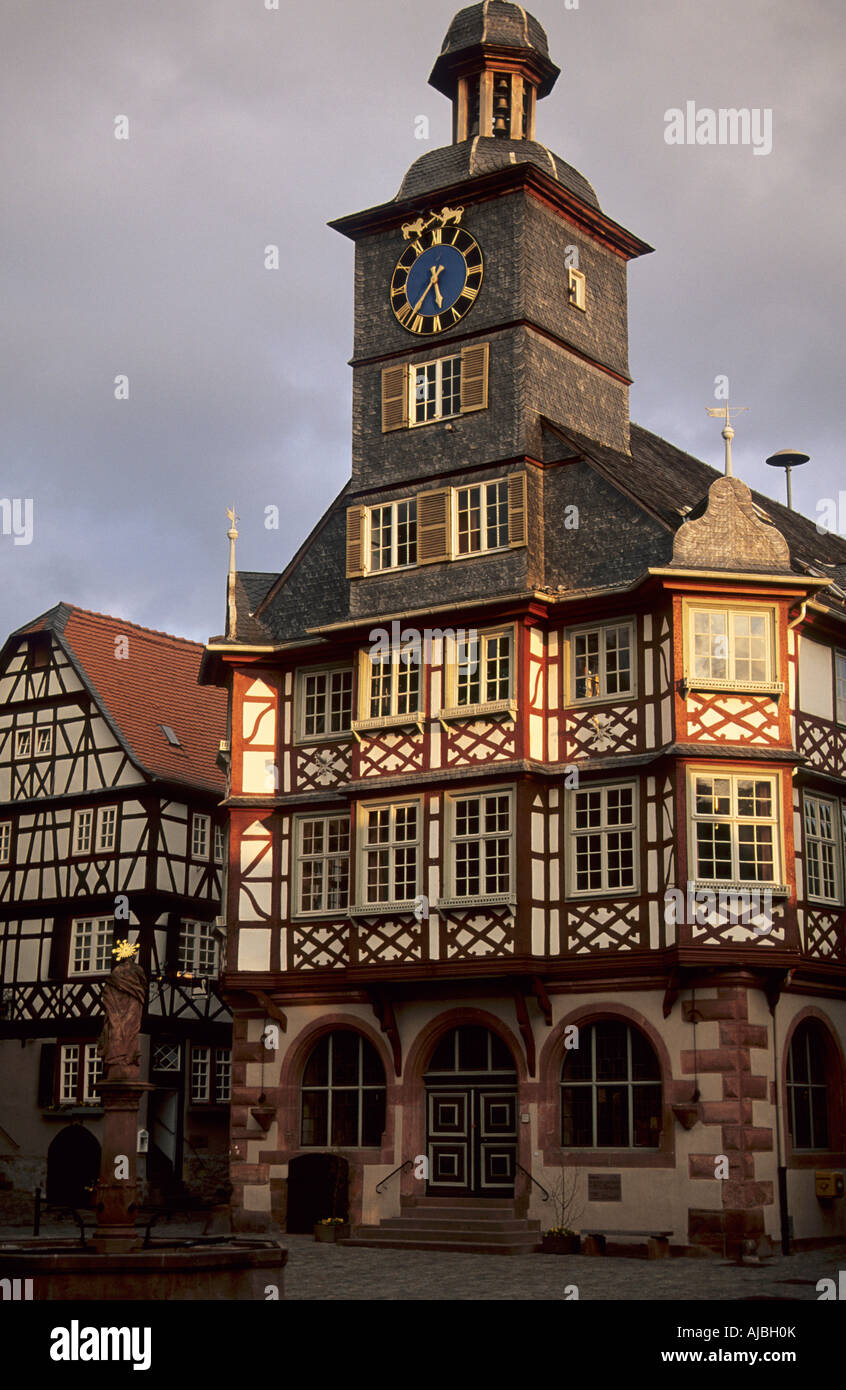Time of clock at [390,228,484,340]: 5:36
